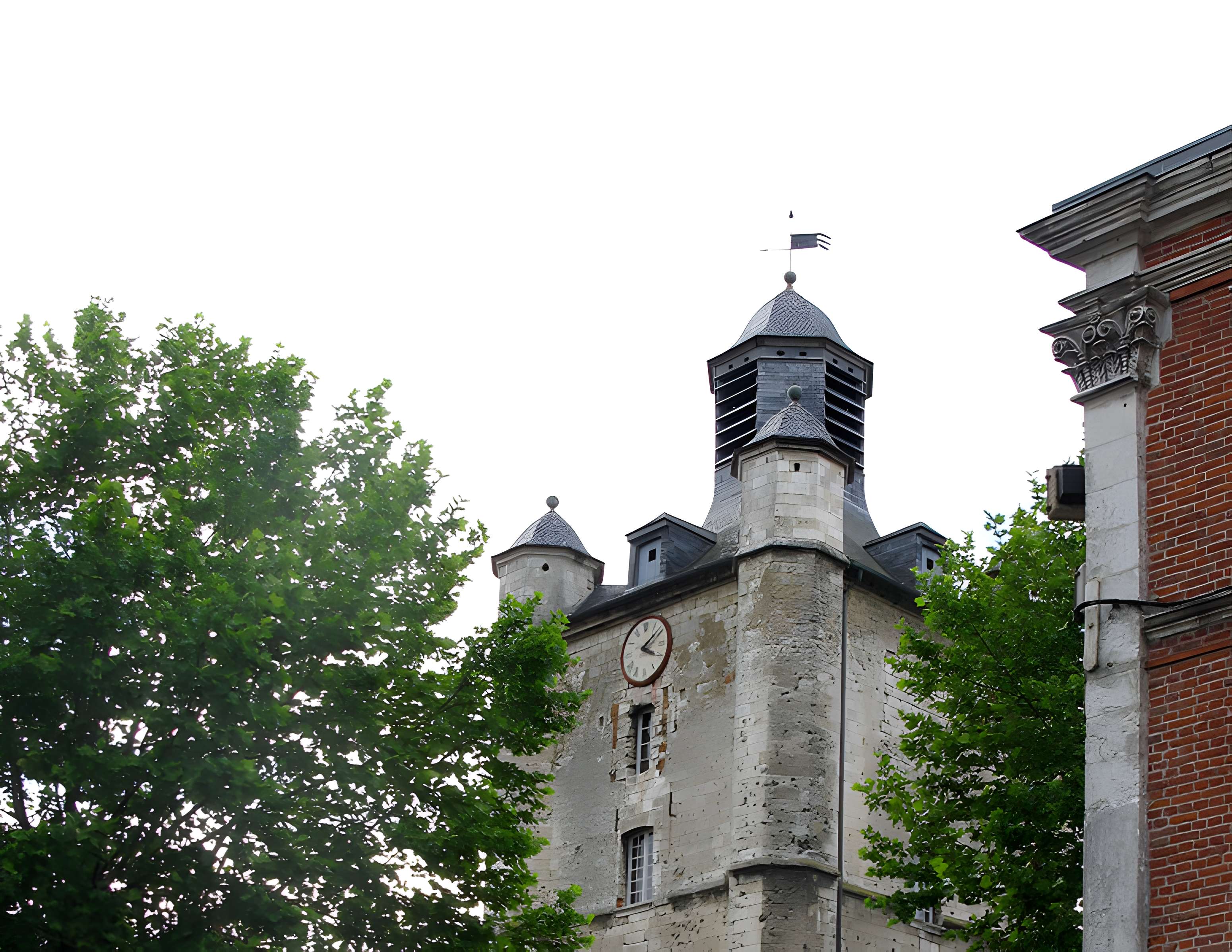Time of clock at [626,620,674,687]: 4:09
